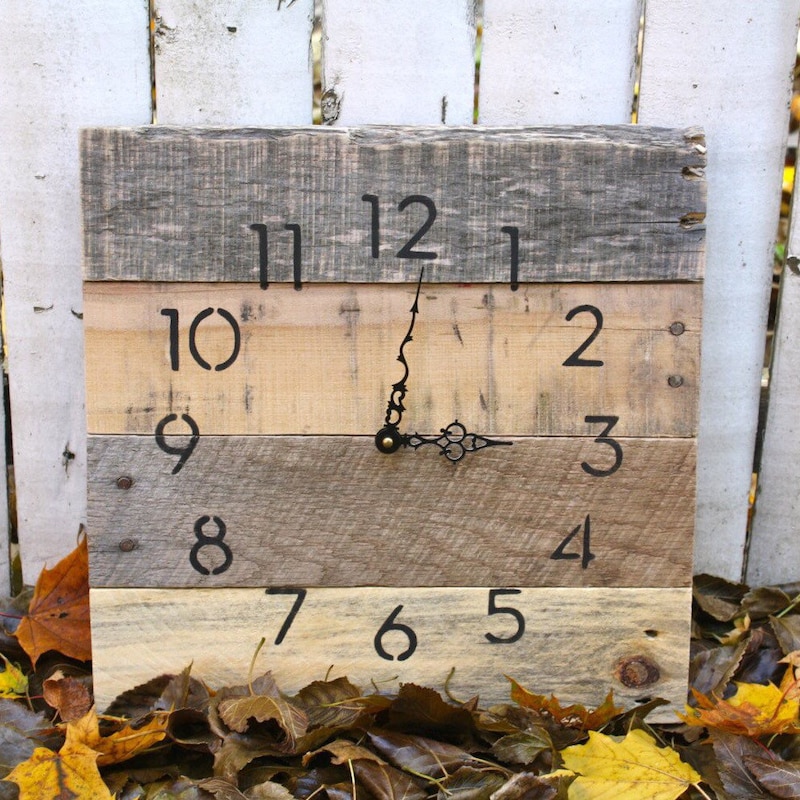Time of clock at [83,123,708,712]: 3:01
